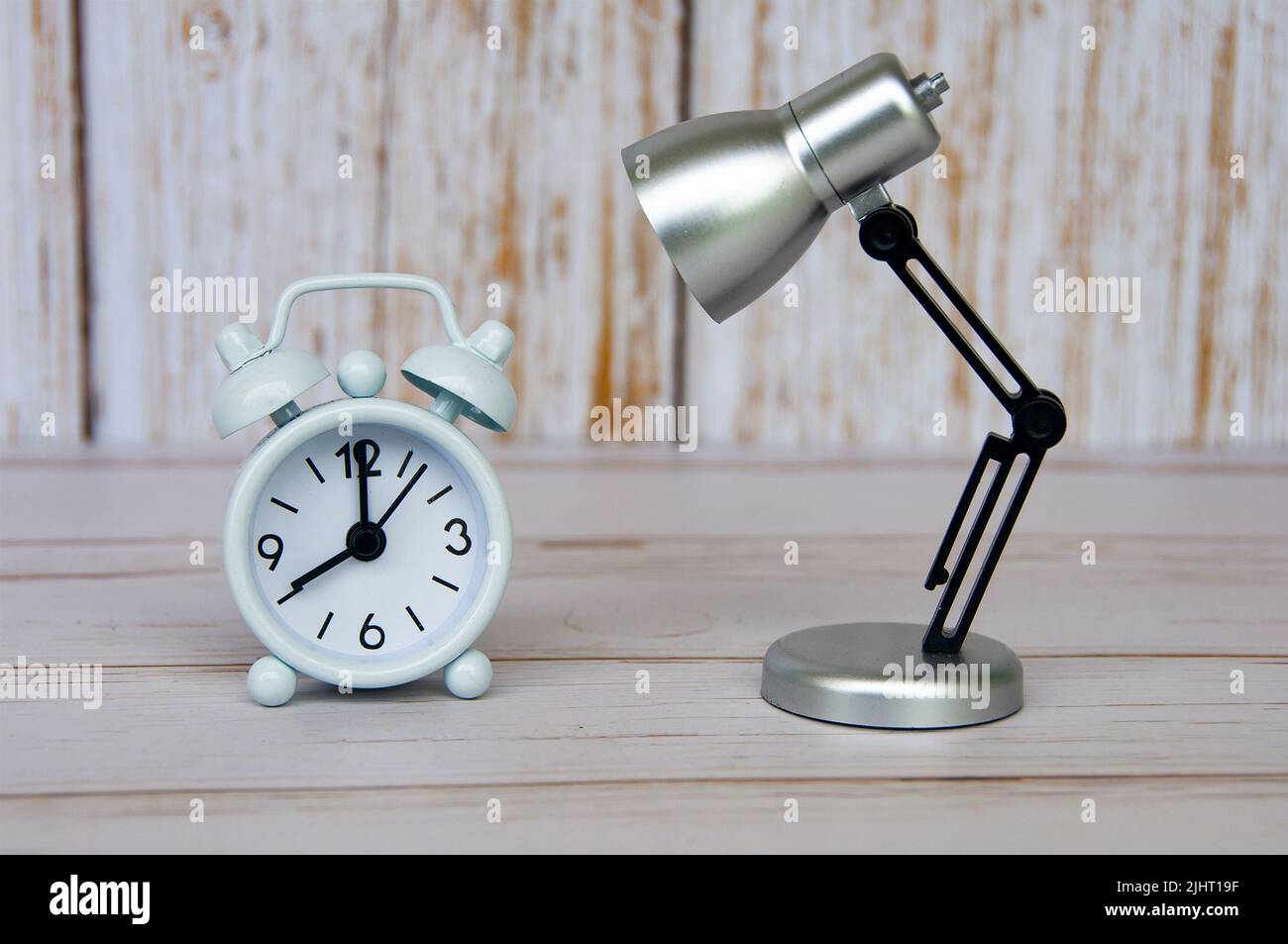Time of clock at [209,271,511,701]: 8:00
